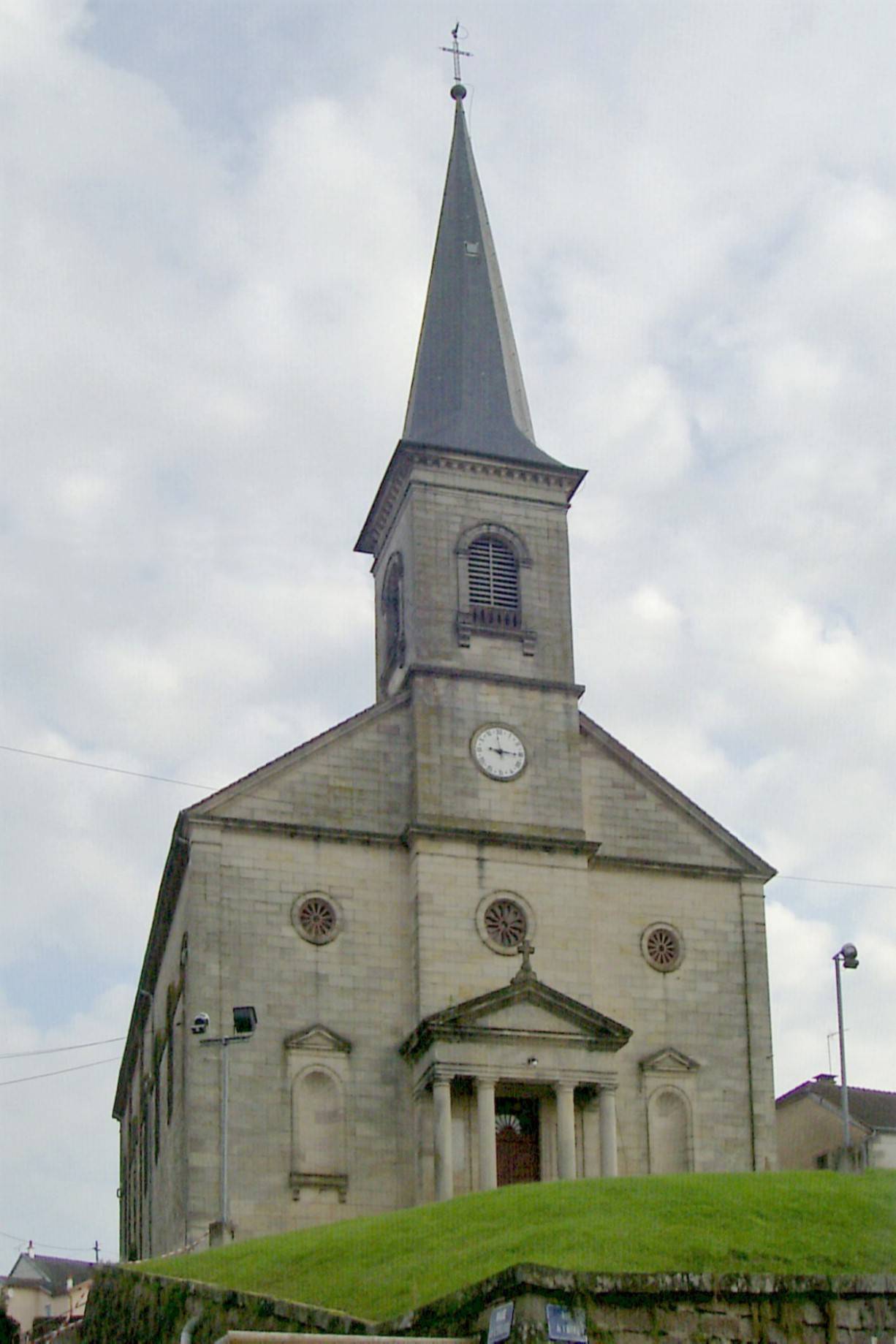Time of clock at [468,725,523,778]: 9:15
